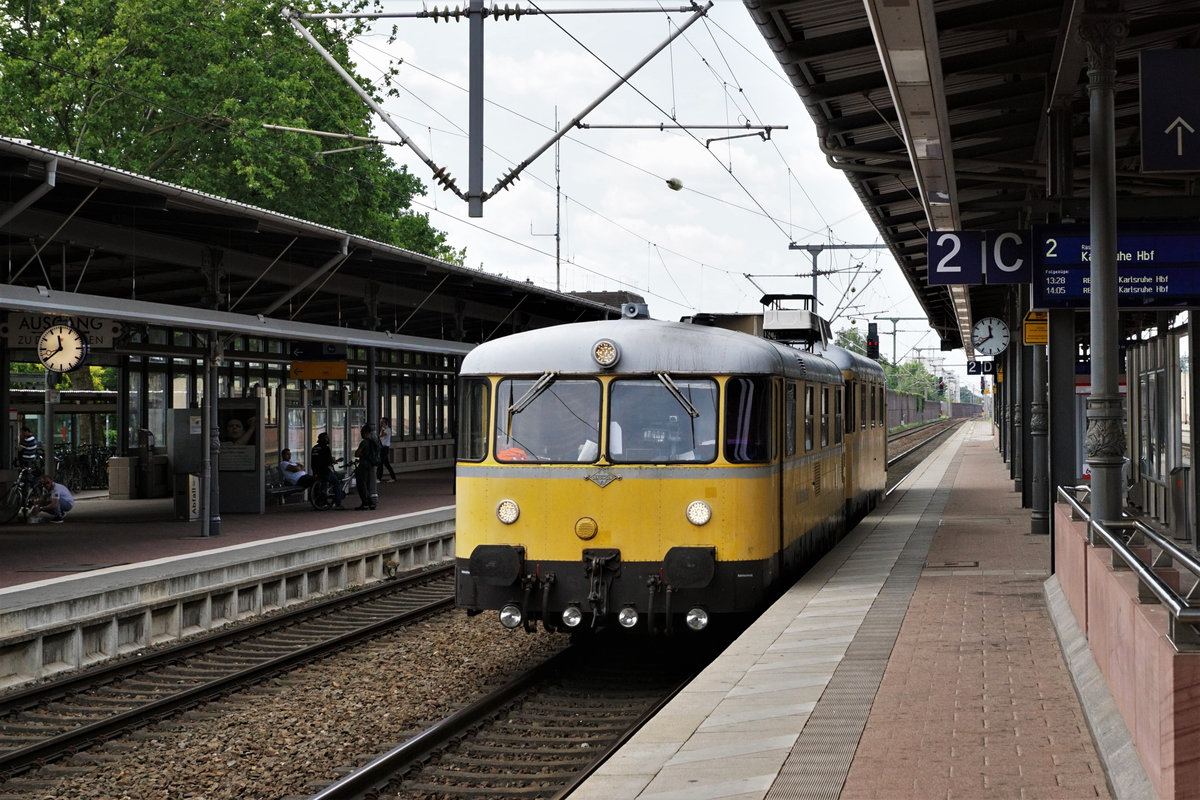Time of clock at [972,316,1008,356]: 11:39
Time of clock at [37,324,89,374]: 11:39
